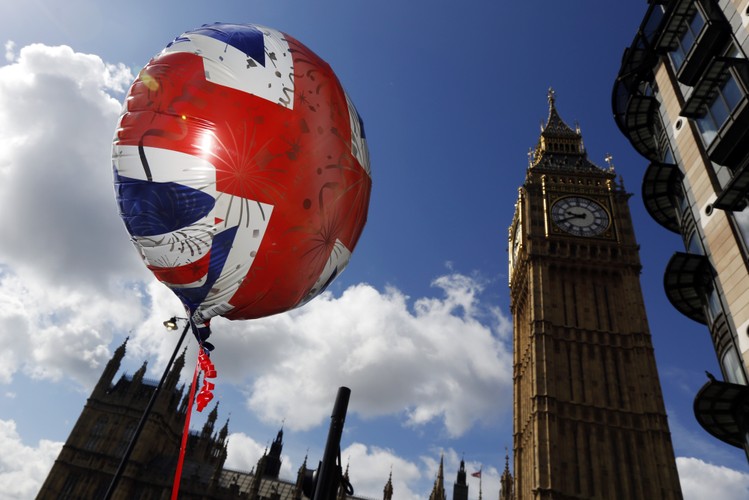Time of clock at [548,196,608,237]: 9:41
